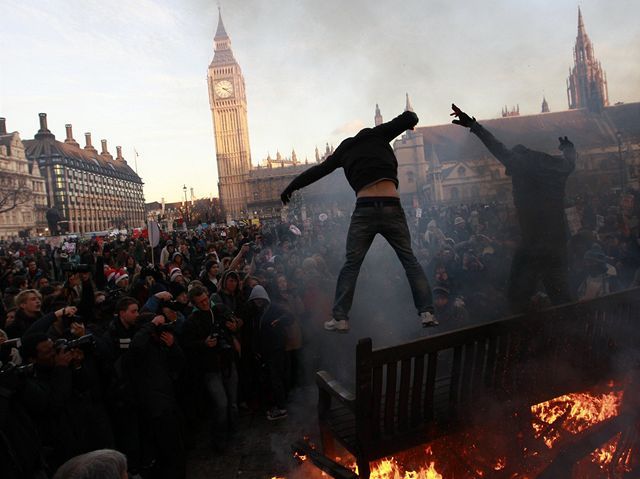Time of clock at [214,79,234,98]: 3:21
